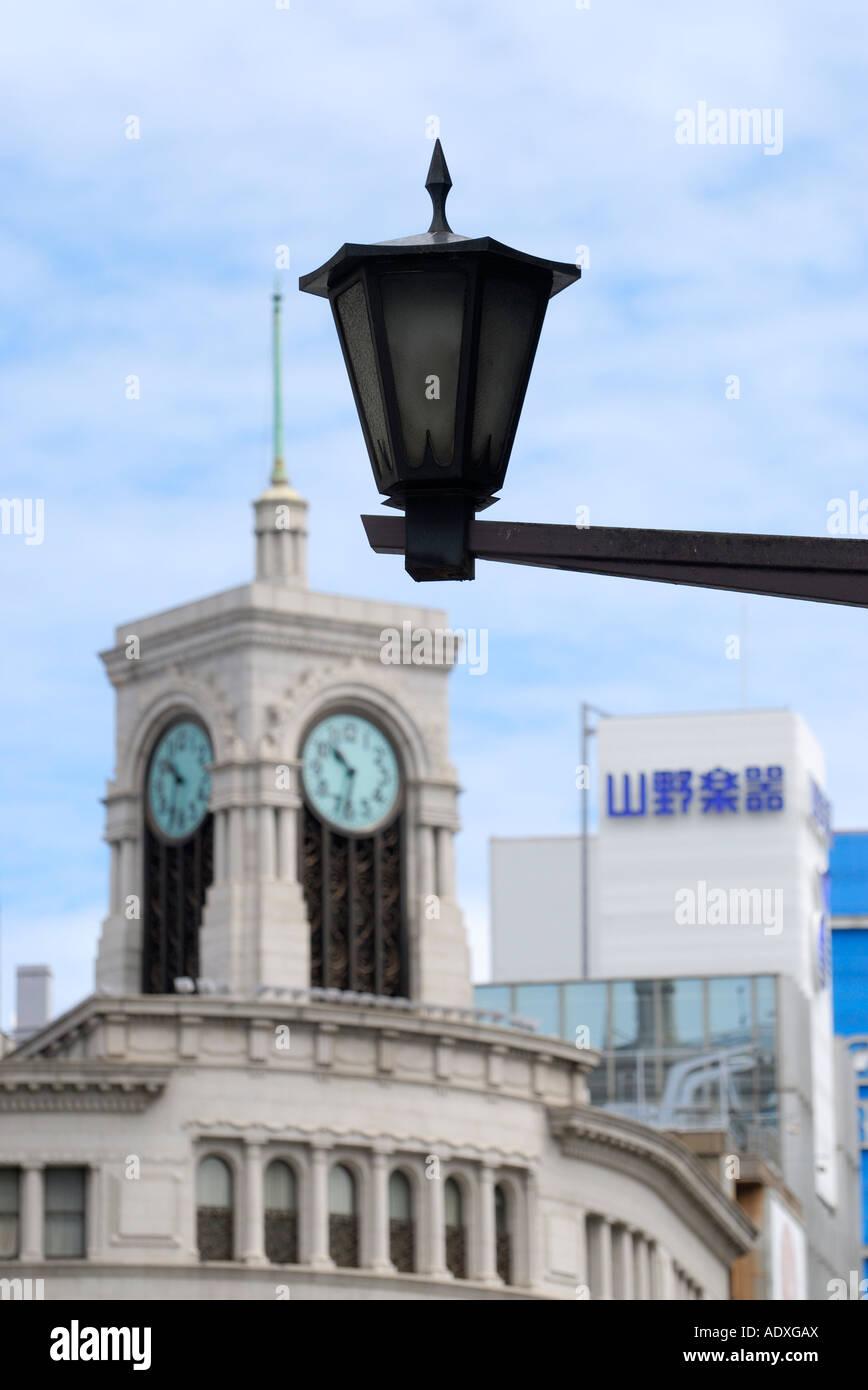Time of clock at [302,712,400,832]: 10:32
